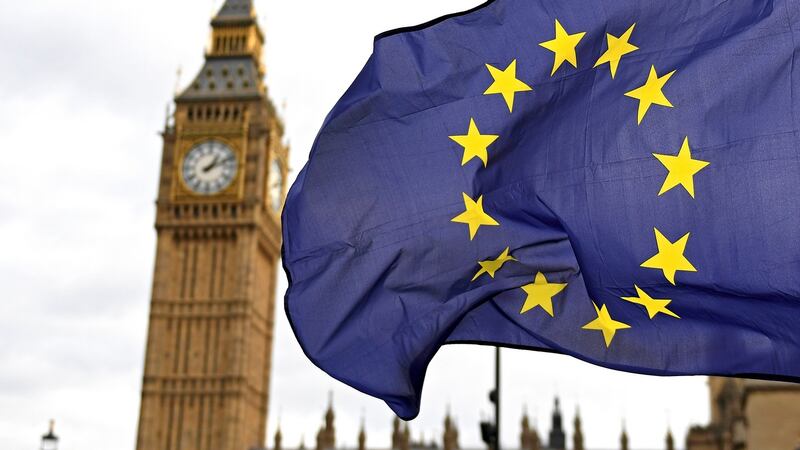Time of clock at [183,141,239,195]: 1:11
